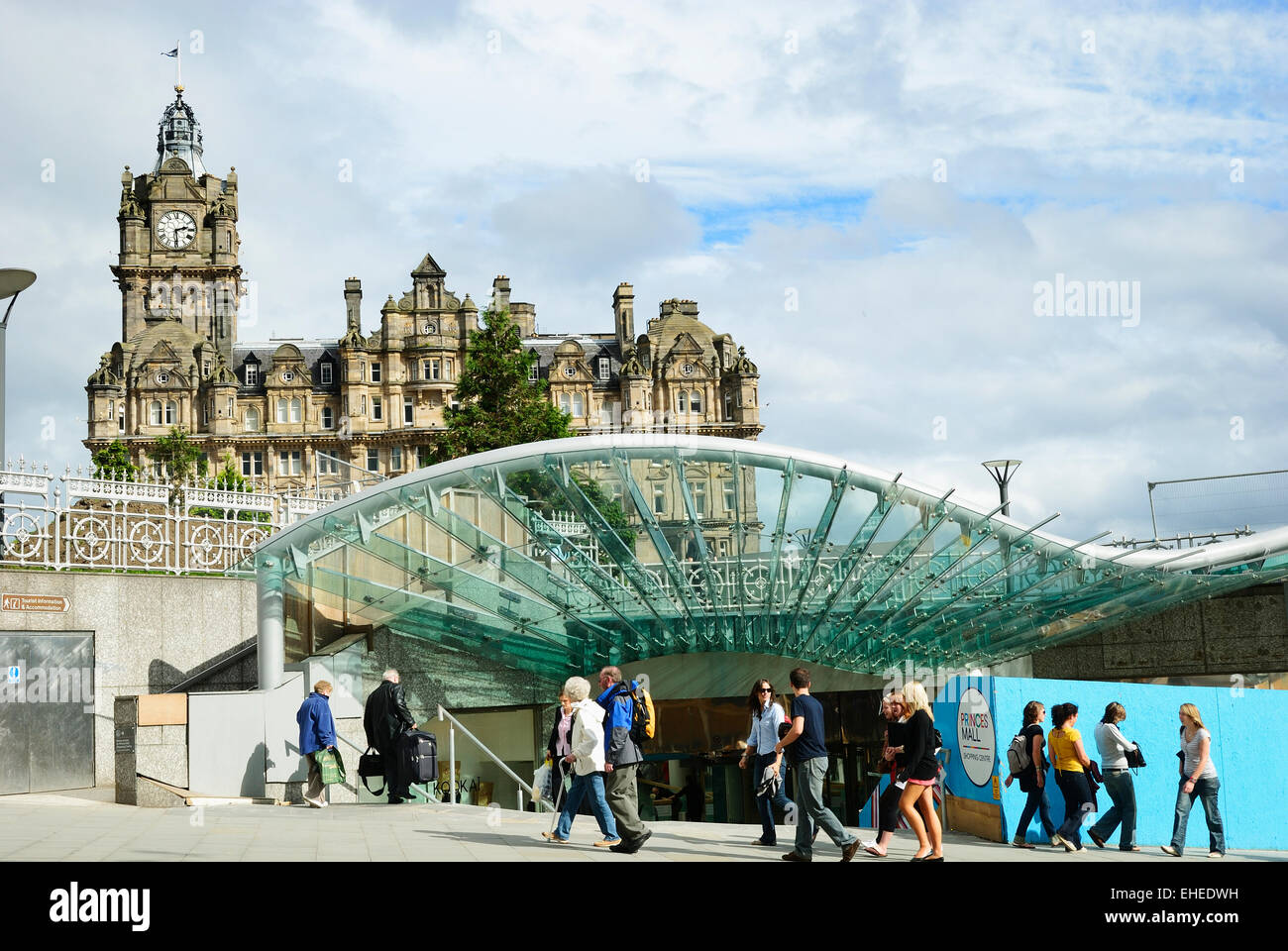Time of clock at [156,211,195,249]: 2:29
